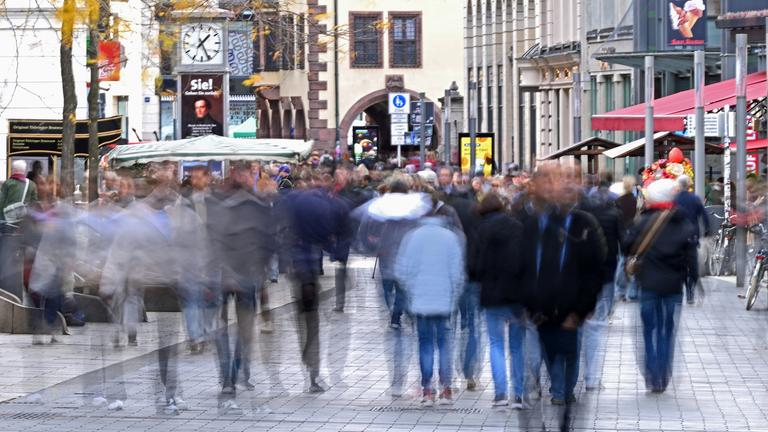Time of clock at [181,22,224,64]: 1:26
